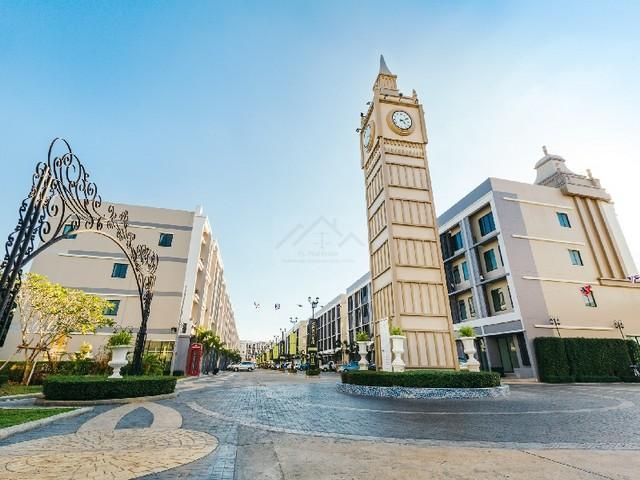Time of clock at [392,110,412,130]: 4:10
